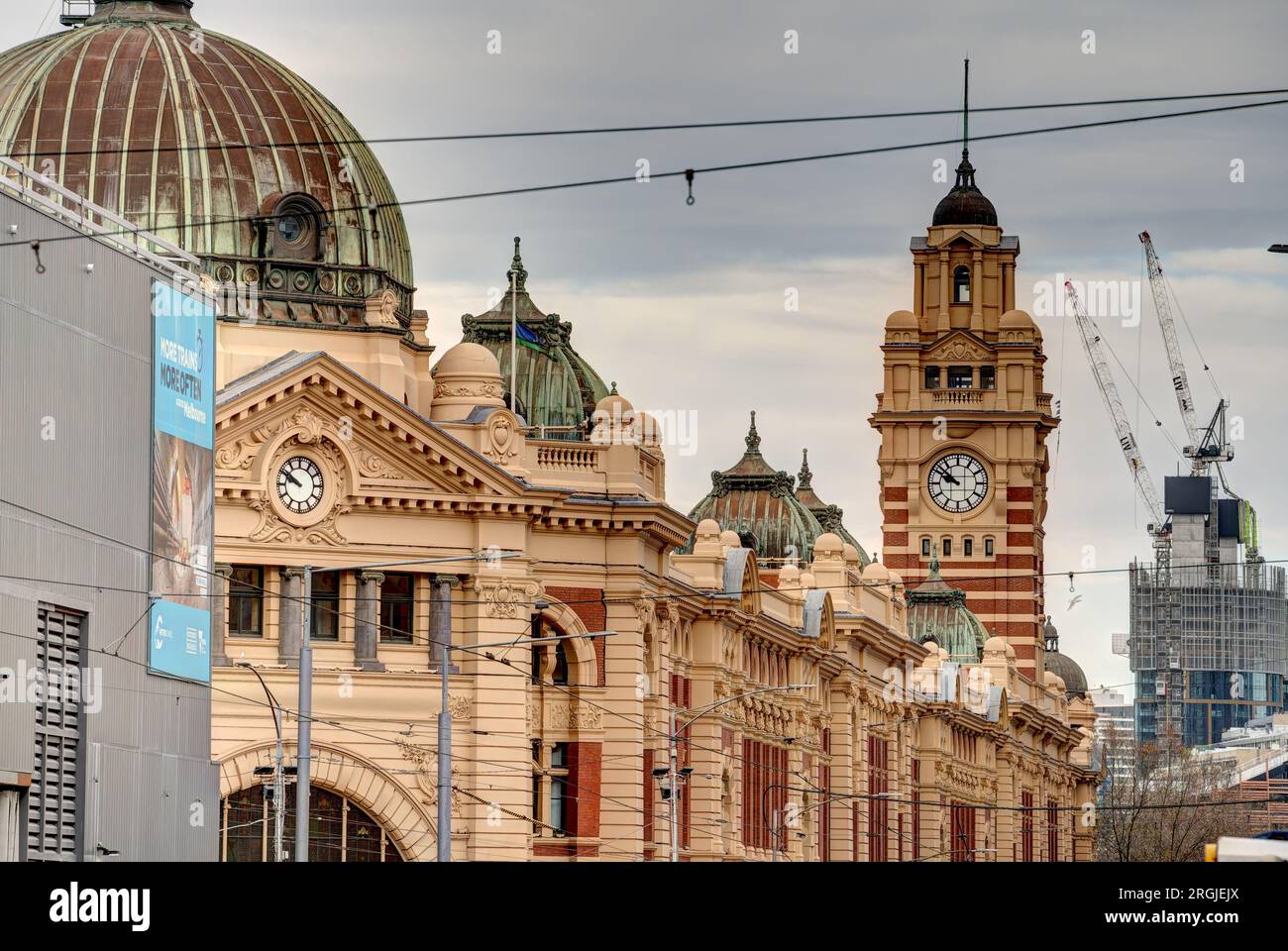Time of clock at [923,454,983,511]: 9:51
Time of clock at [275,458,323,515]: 9:50
